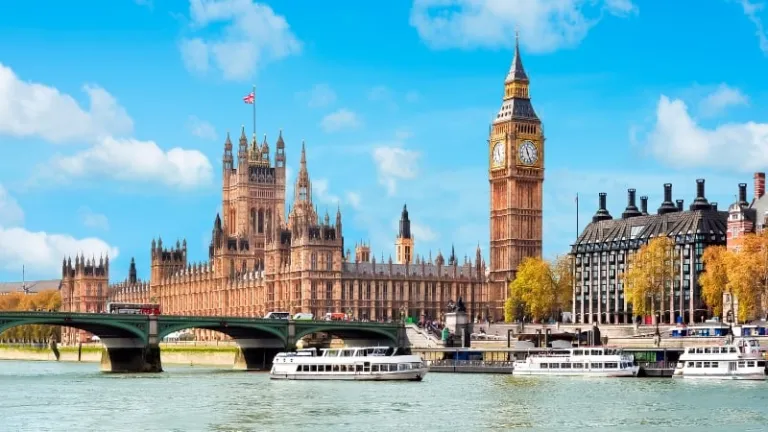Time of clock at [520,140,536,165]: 11:26
